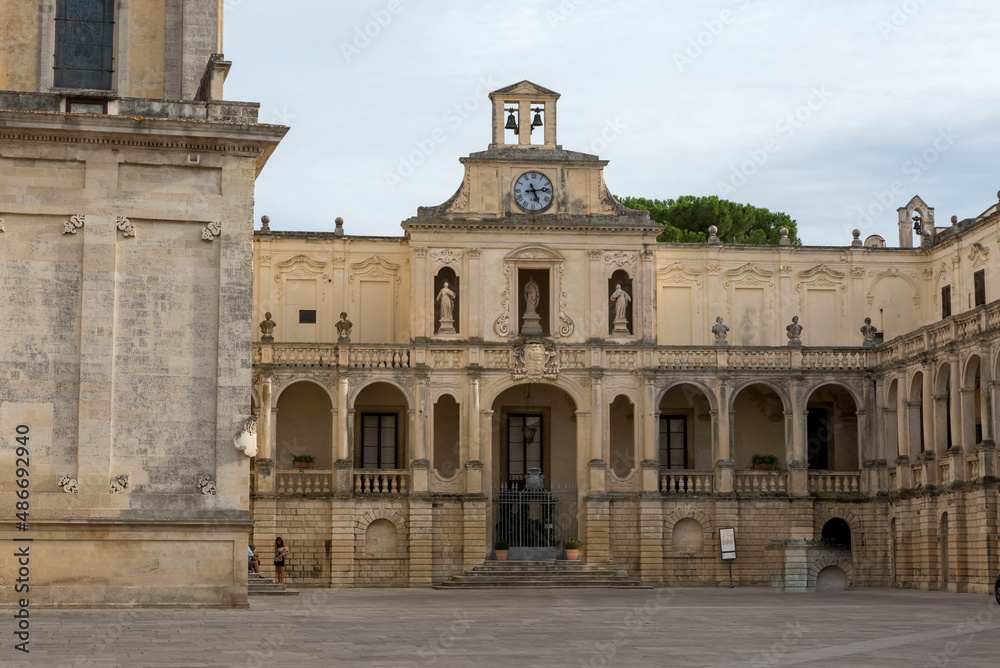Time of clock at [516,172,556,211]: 5:13
